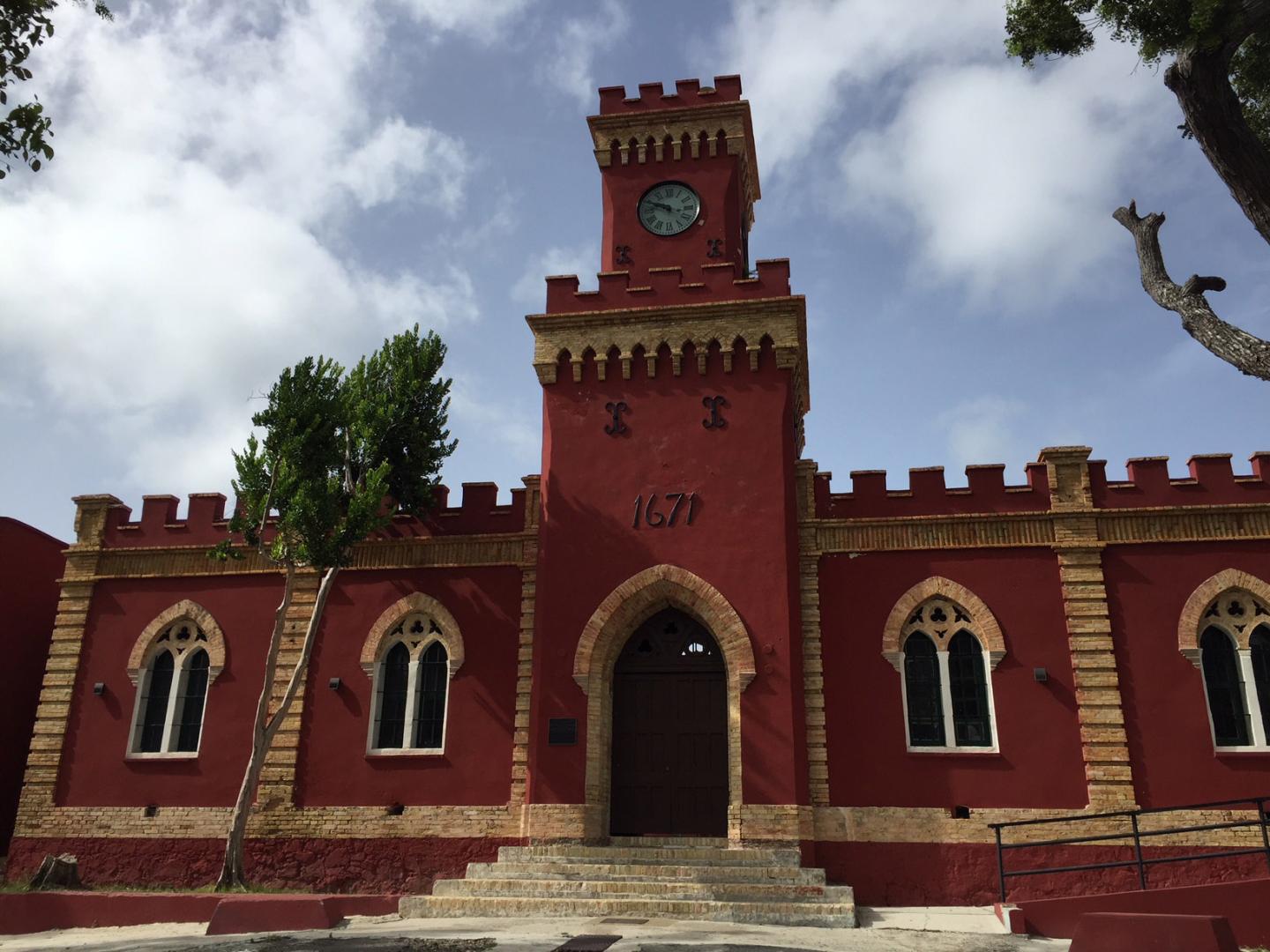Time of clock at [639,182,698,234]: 9:48
